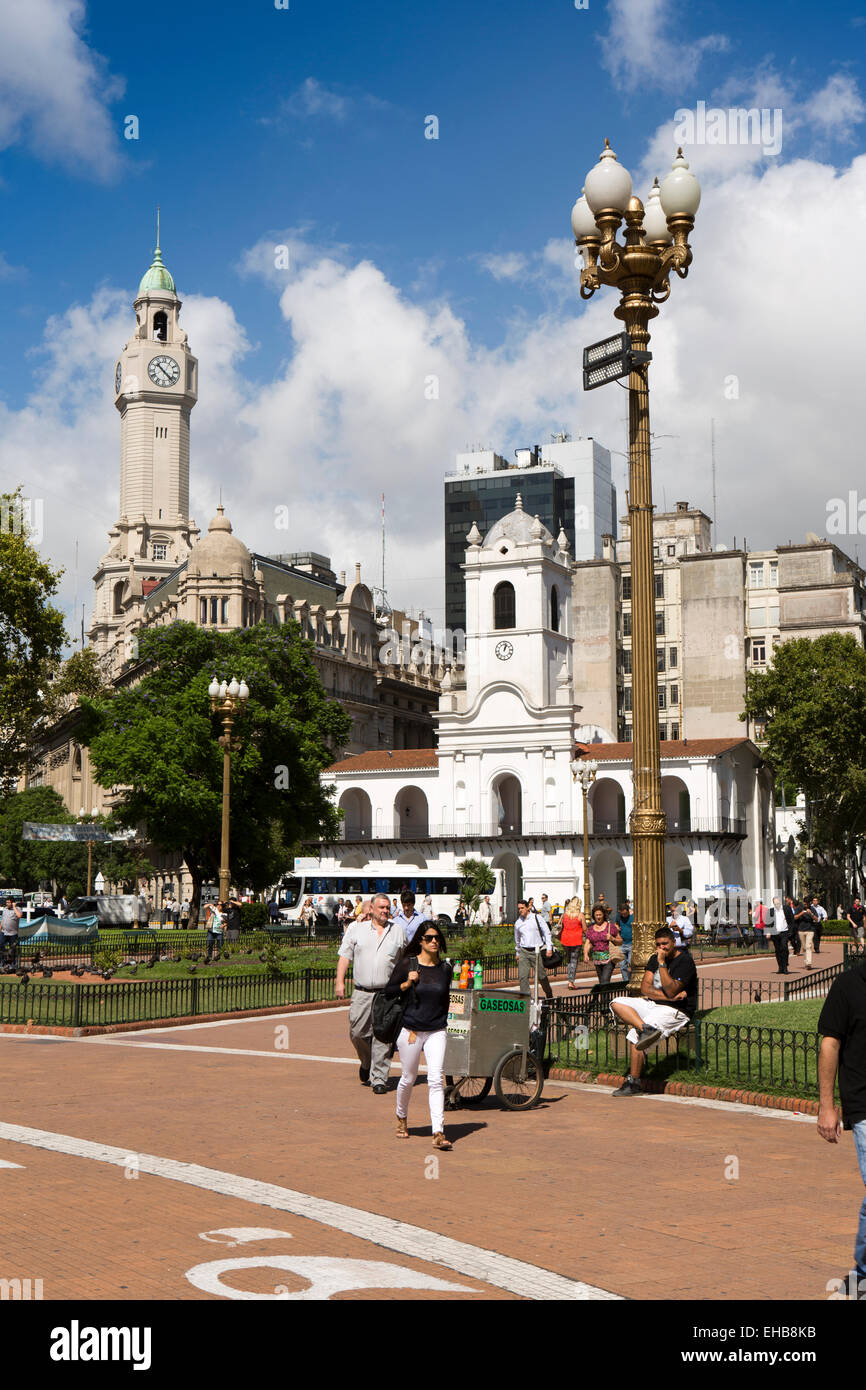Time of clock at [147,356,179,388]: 10:22
